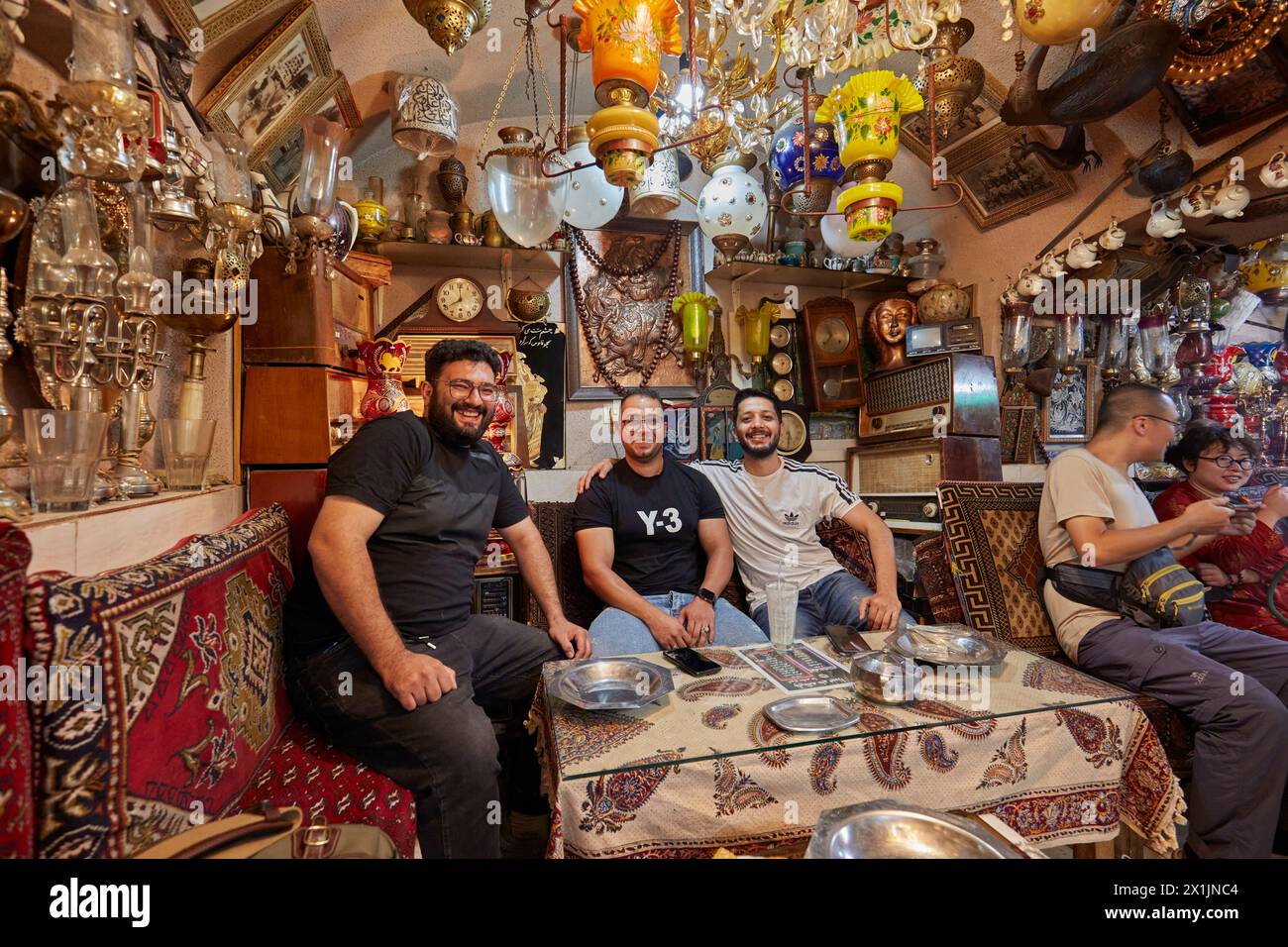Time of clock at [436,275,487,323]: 8:00
